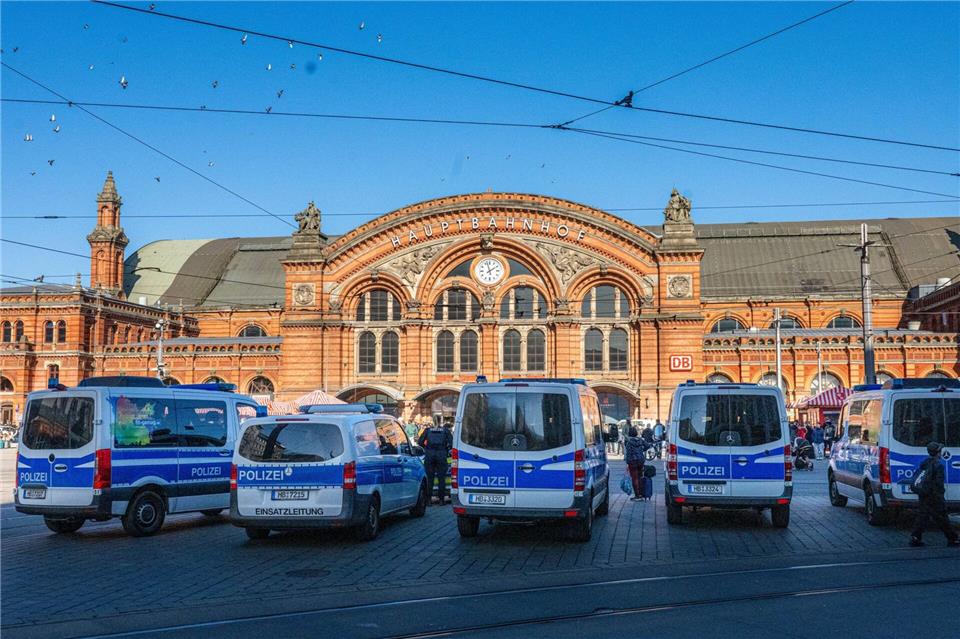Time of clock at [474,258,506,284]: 1:57
